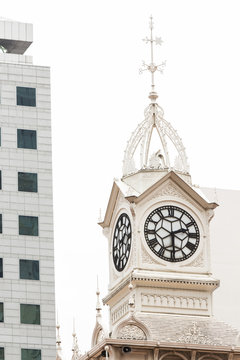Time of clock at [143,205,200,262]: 2:29
